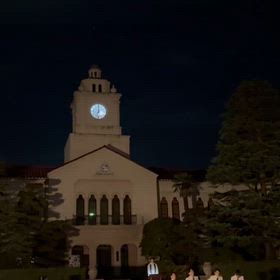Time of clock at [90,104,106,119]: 7:00
